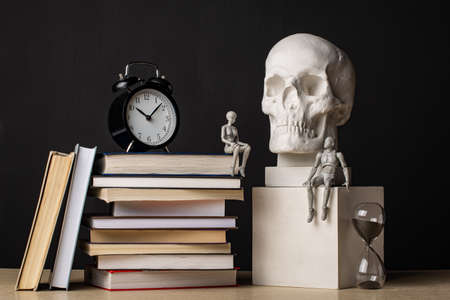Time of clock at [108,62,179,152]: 10:07
